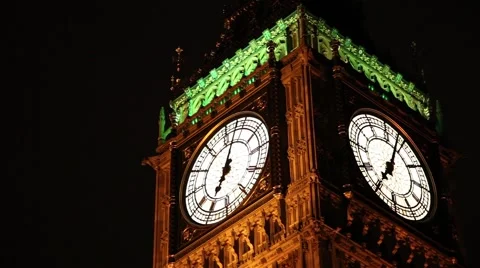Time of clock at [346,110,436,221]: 7:03
